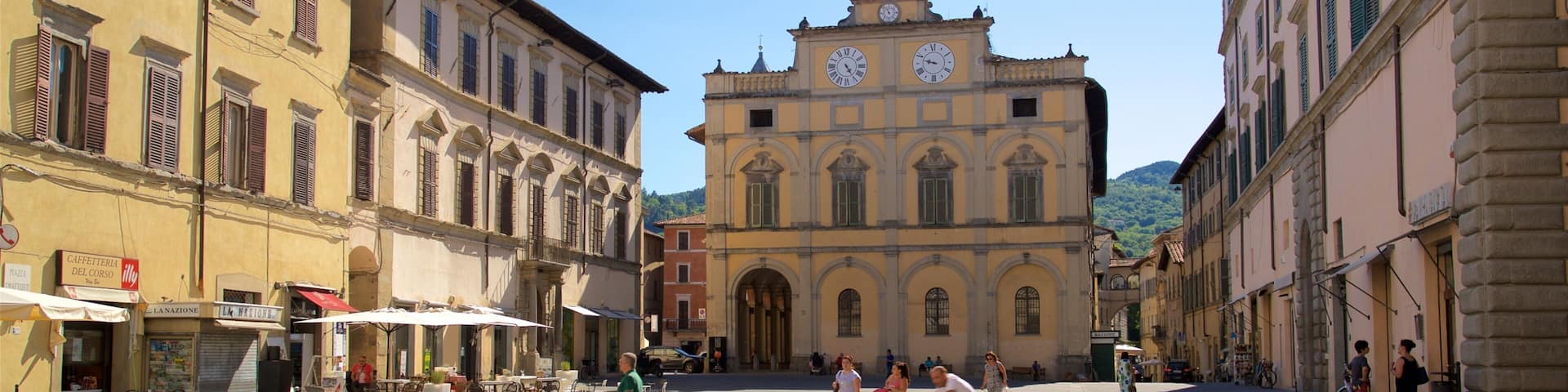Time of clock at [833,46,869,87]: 4:24
